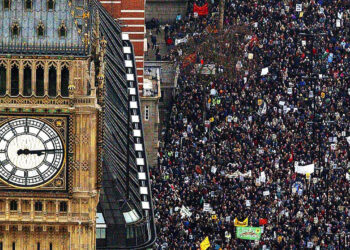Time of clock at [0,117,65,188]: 3:14
